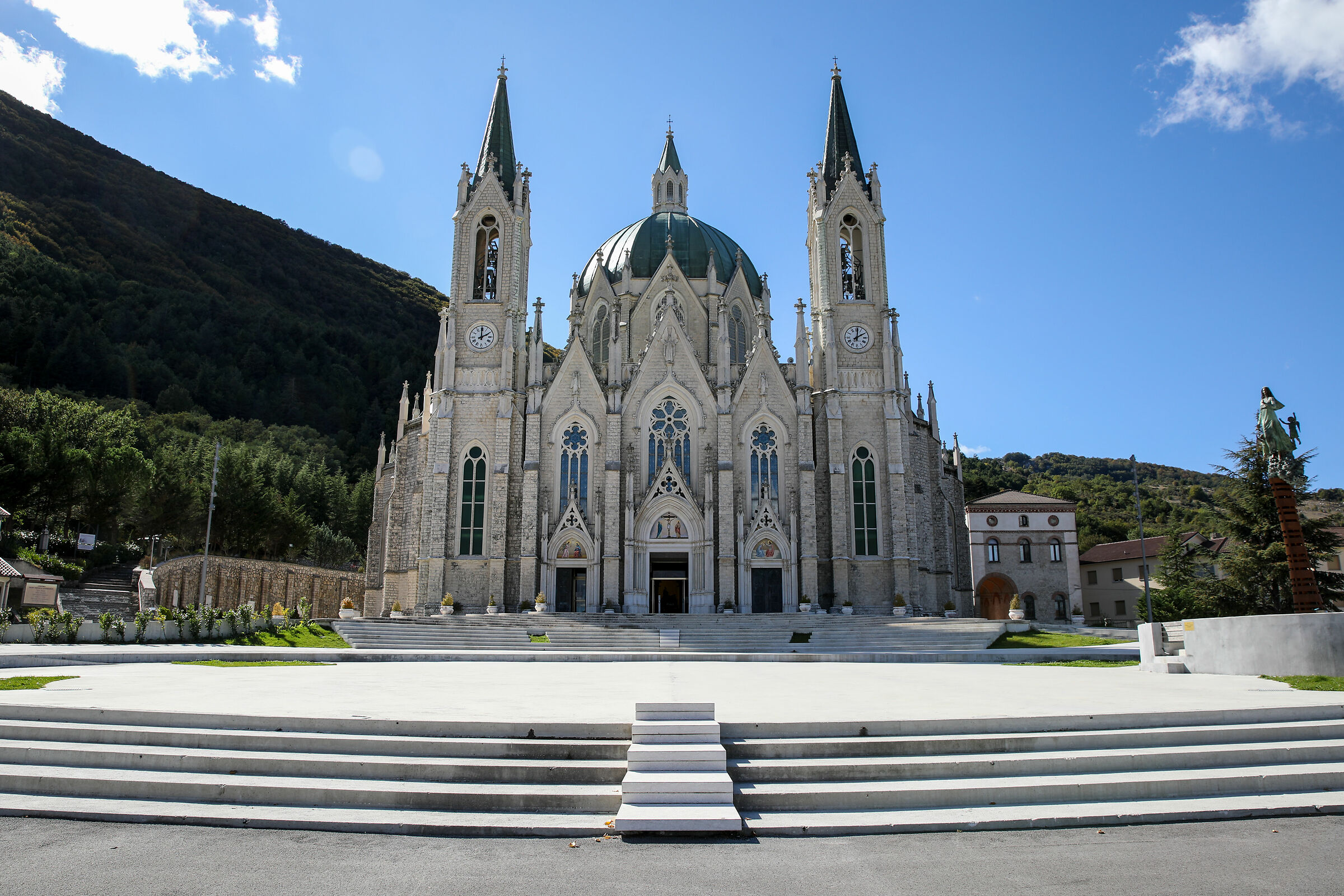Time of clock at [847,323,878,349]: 2:01
